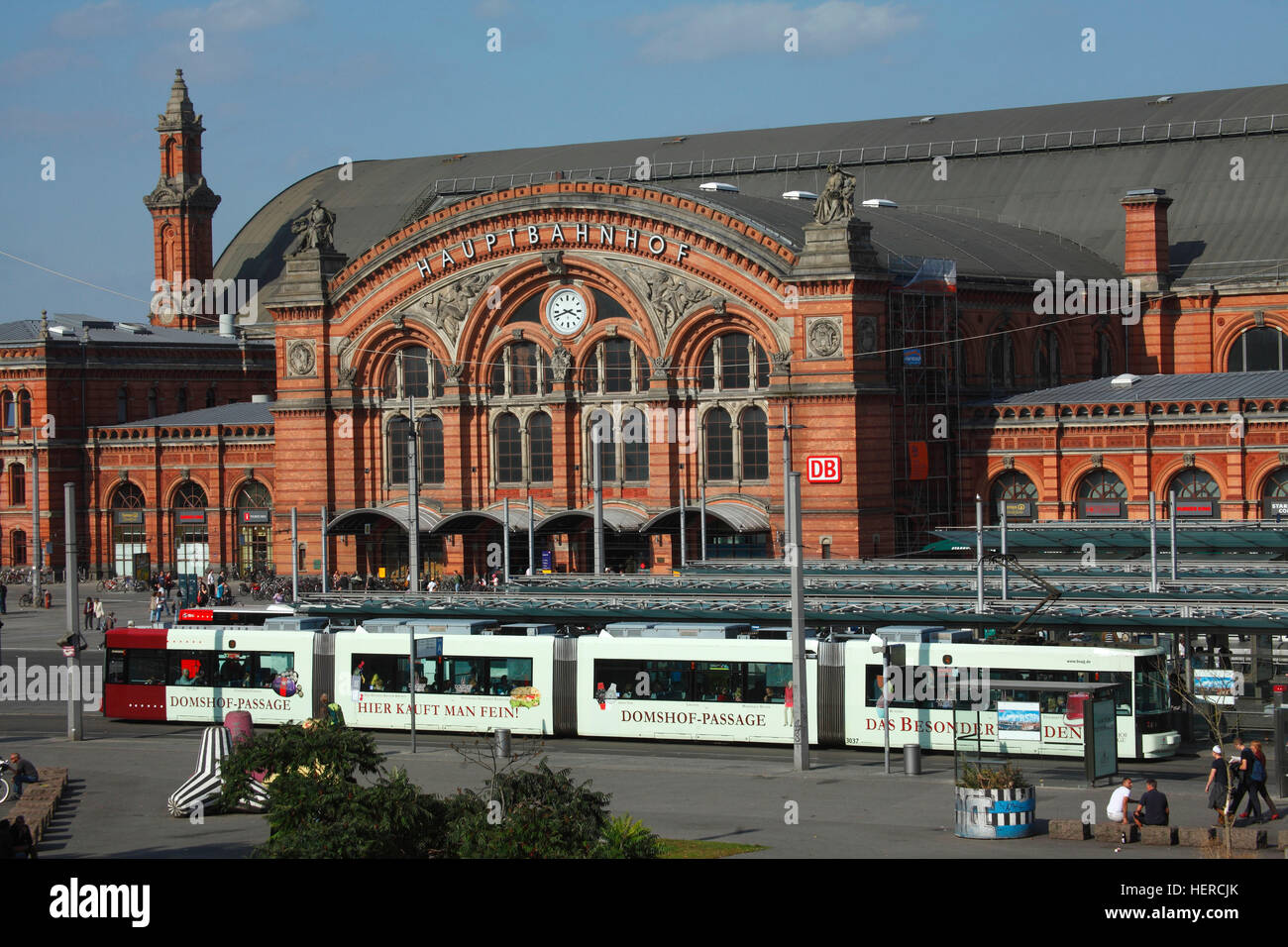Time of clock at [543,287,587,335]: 3:42
